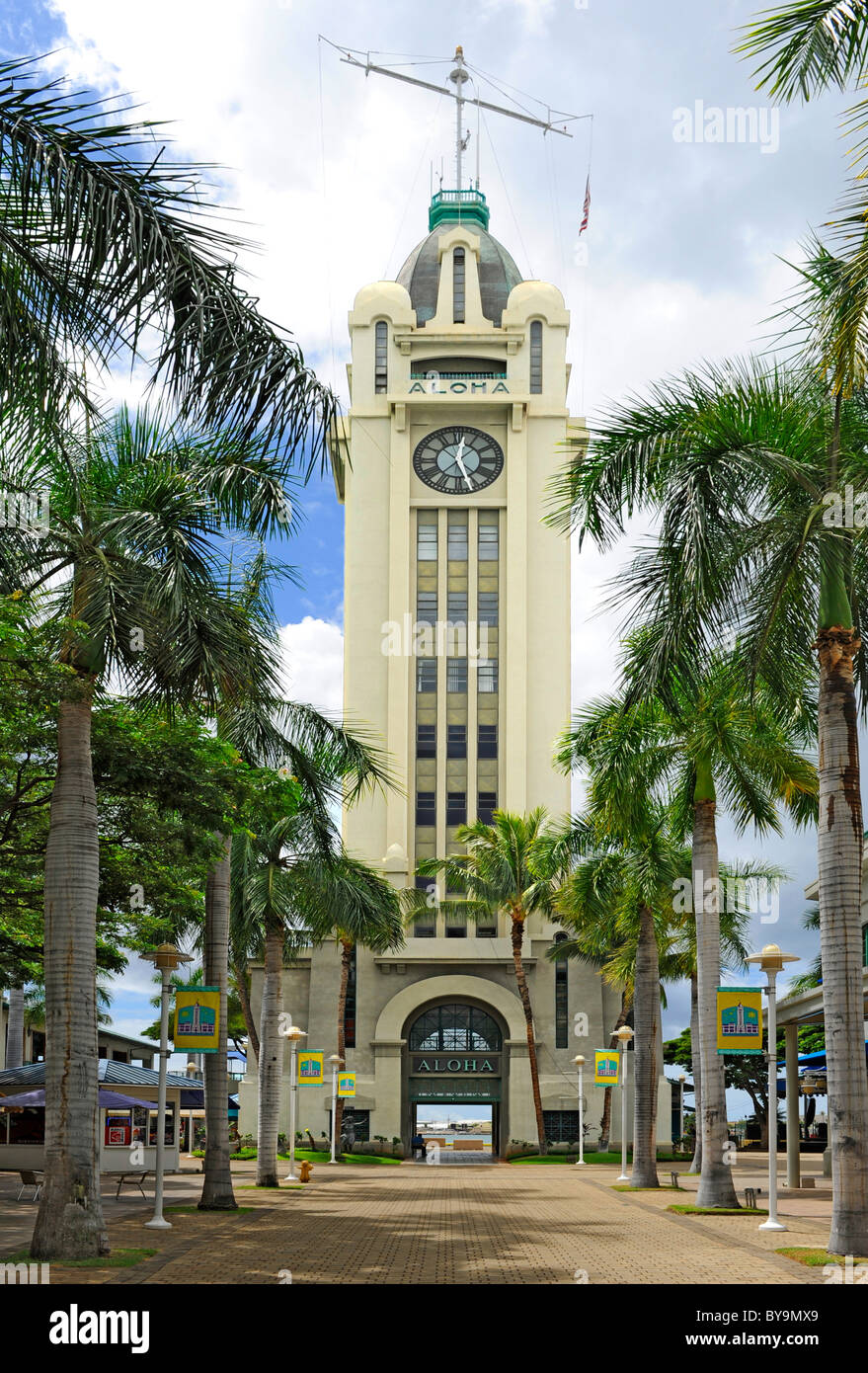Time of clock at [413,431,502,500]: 12:26
